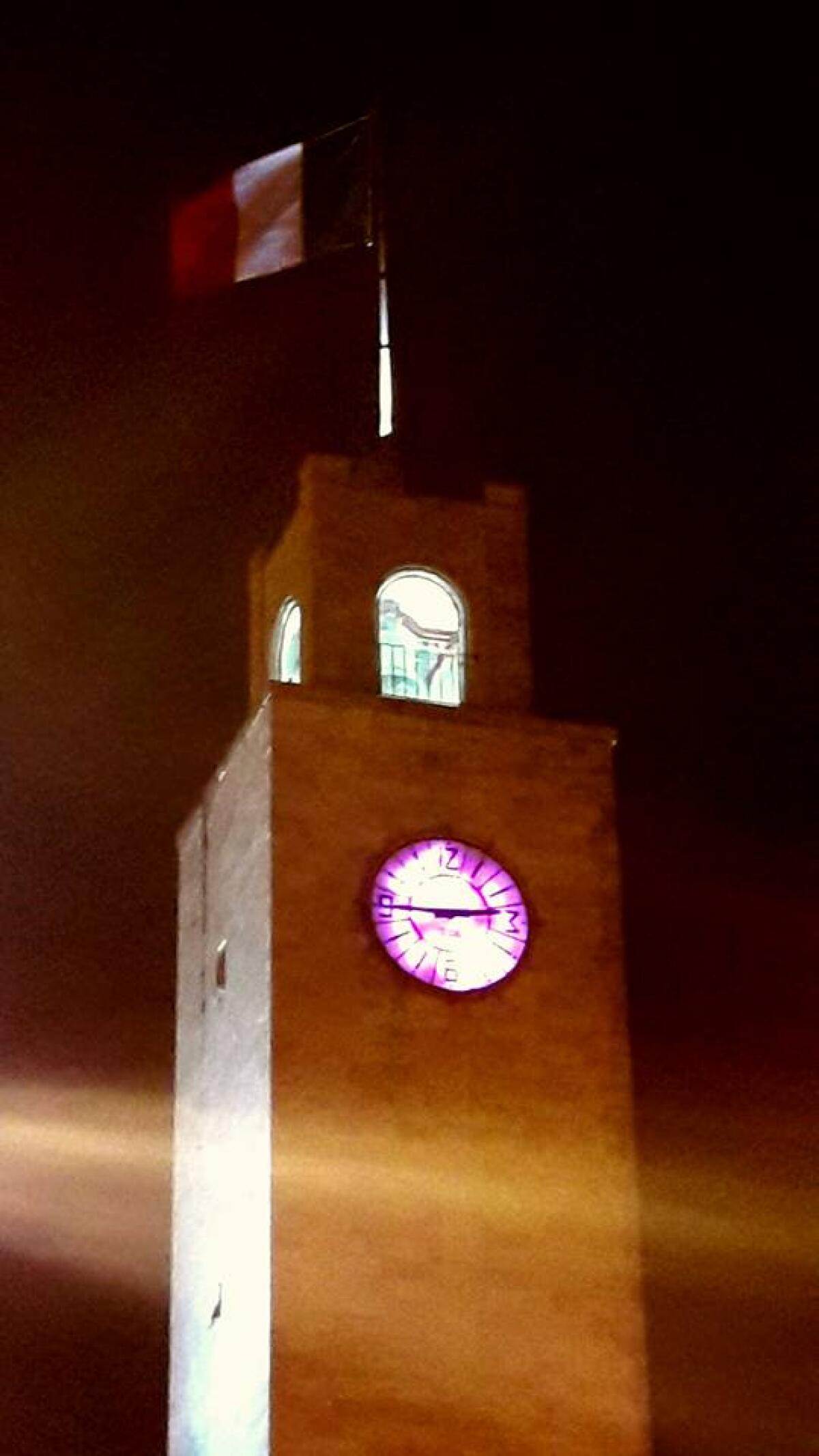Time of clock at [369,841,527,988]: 2:45
